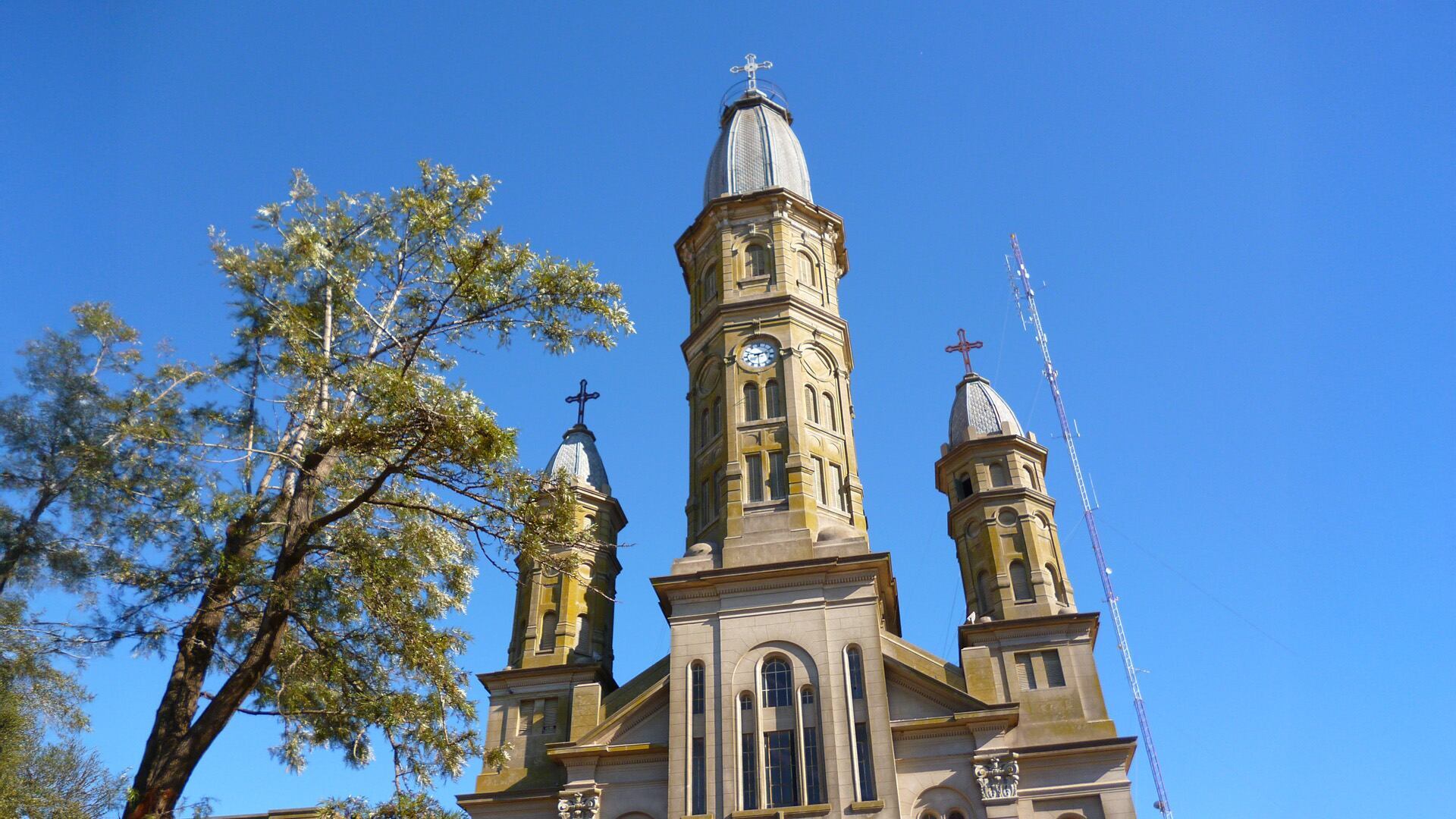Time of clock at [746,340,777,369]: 9:12
